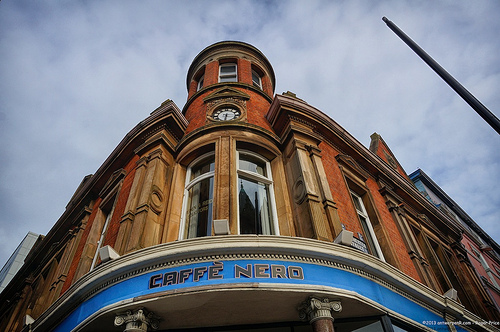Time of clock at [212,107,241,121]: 6:15
